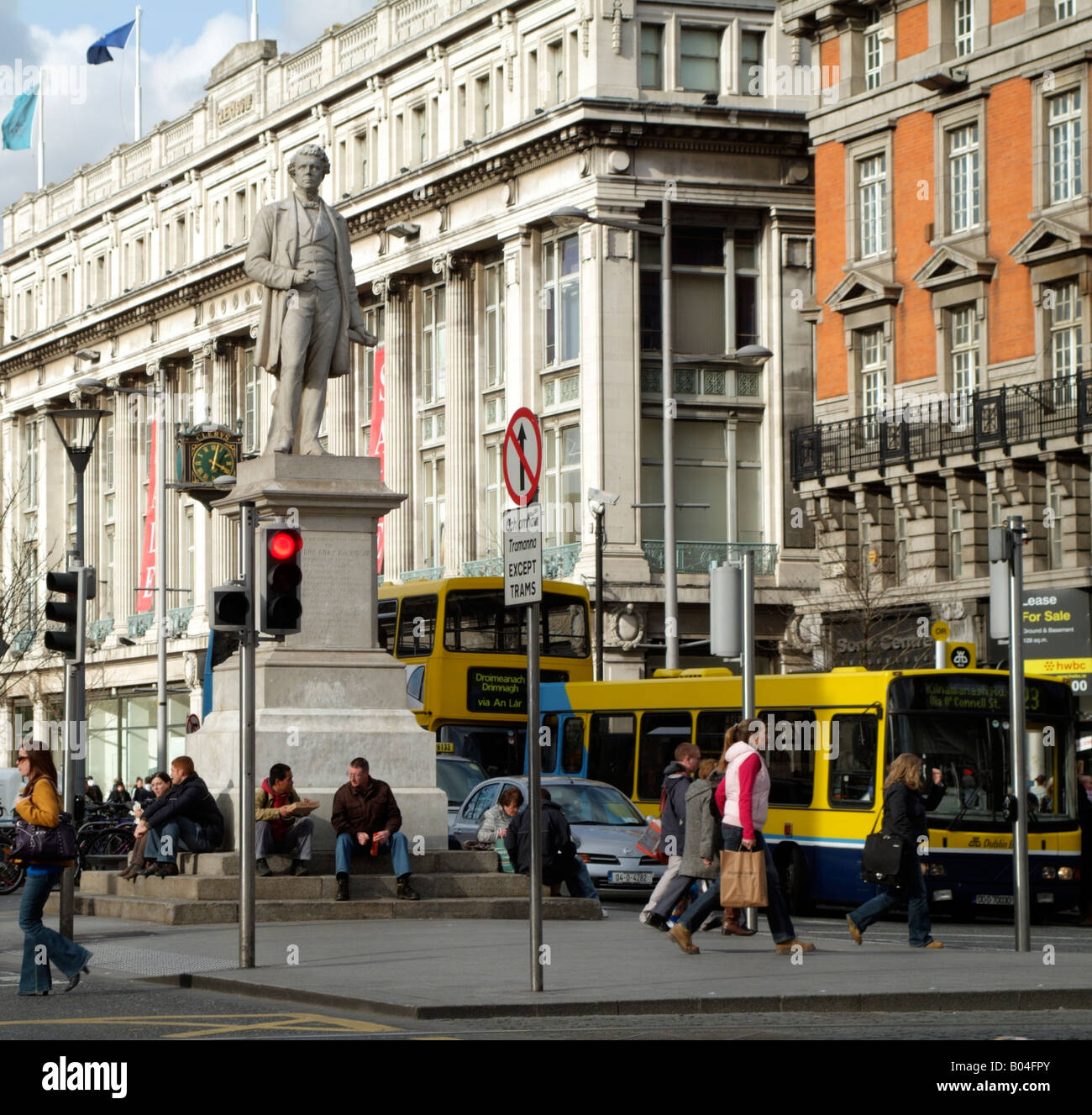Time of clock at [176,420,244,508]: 4:02
